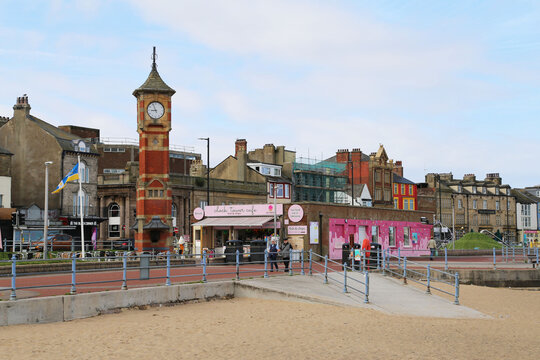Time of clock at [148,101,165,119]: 8:56
